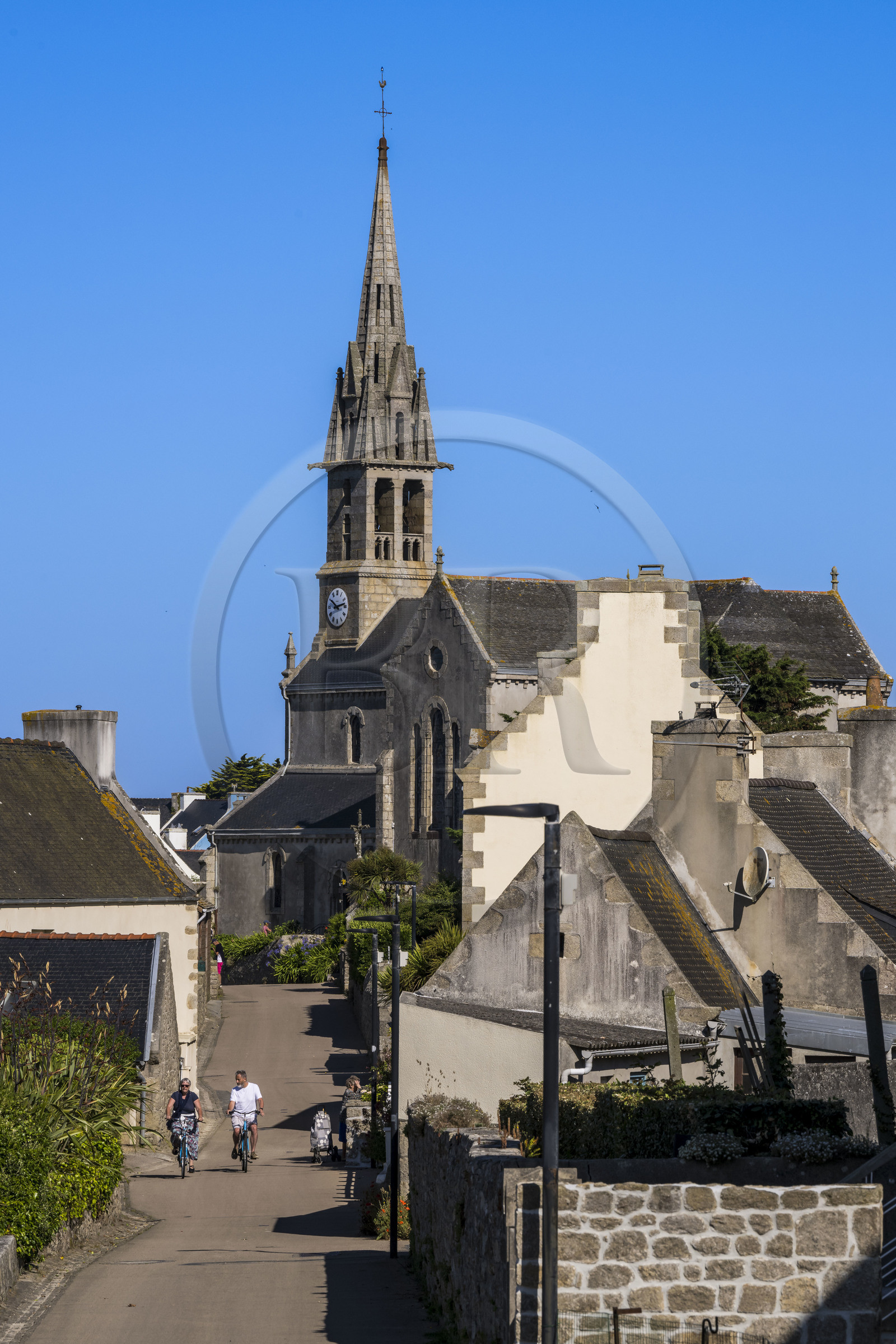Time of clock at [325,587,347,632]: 10:12
